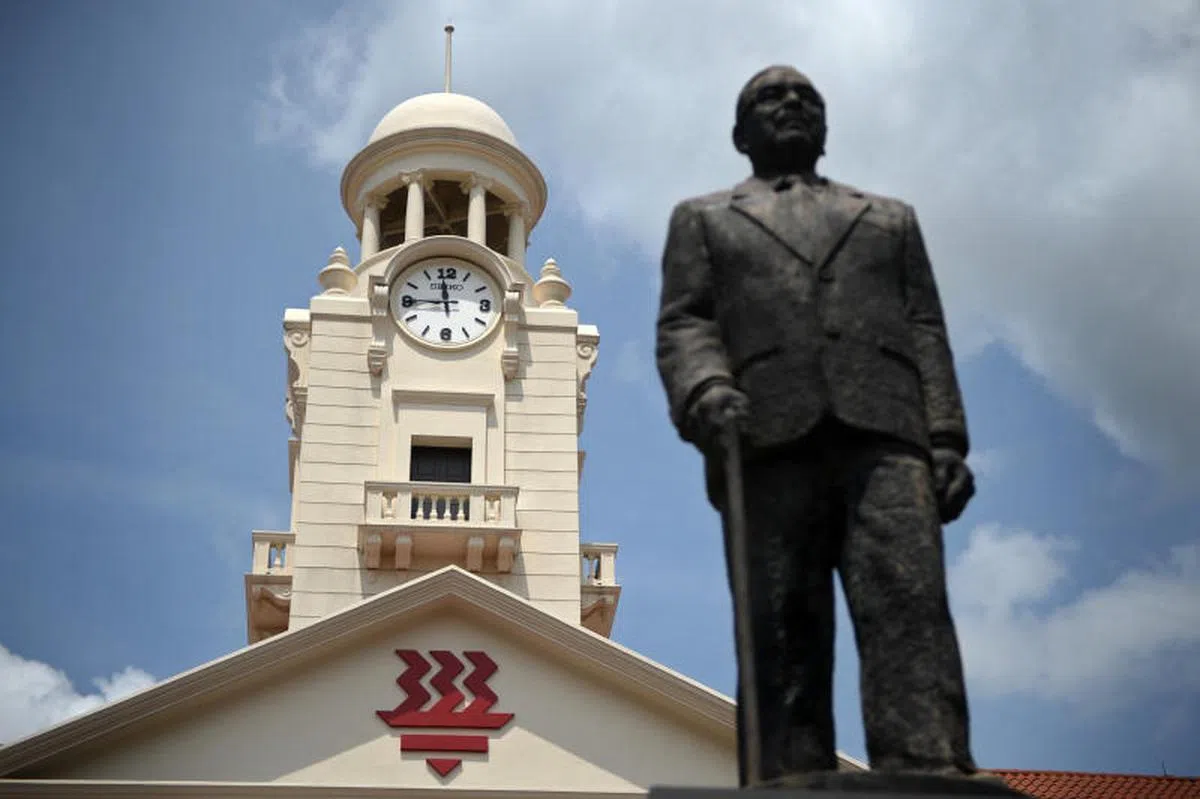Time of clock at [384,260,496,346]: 11:44
